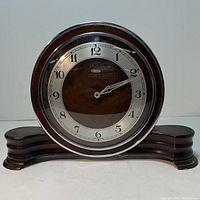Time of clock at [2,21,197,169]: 2:11
